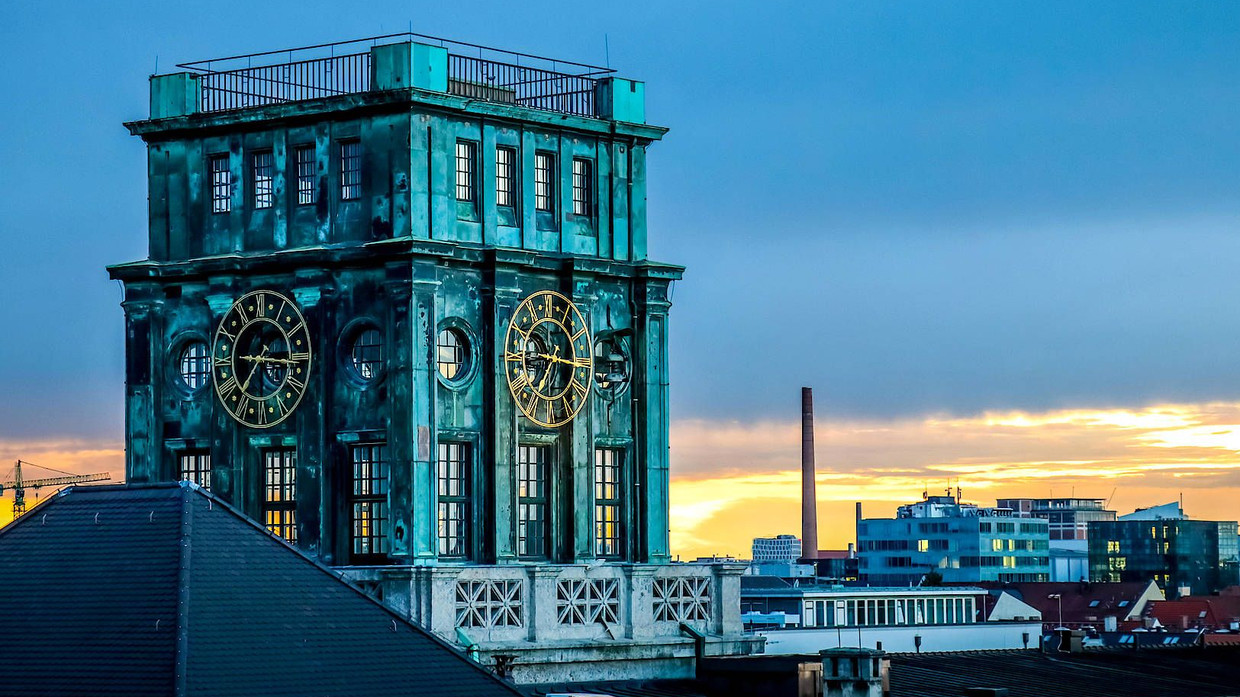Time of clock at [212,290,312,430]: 7:15
